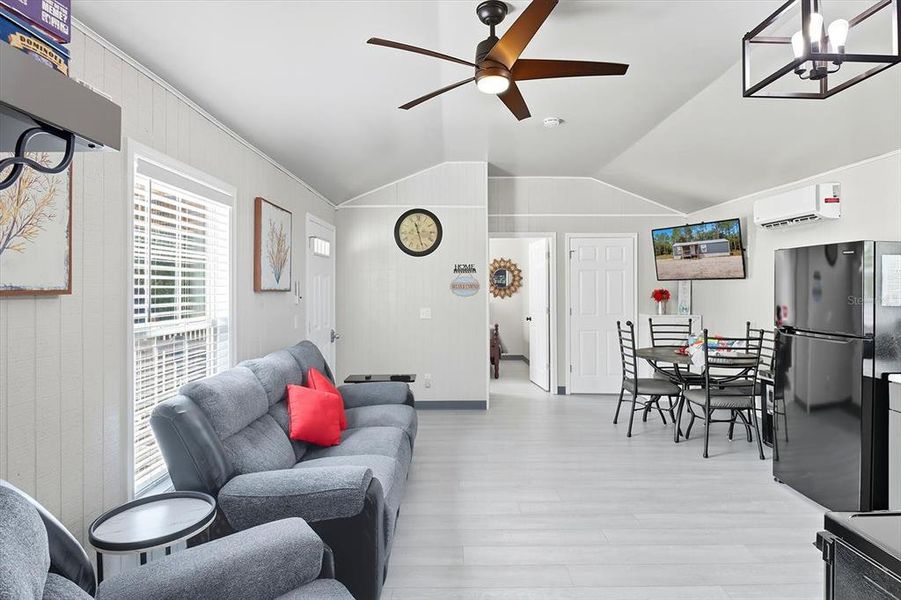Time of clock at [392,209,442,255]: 11:27
